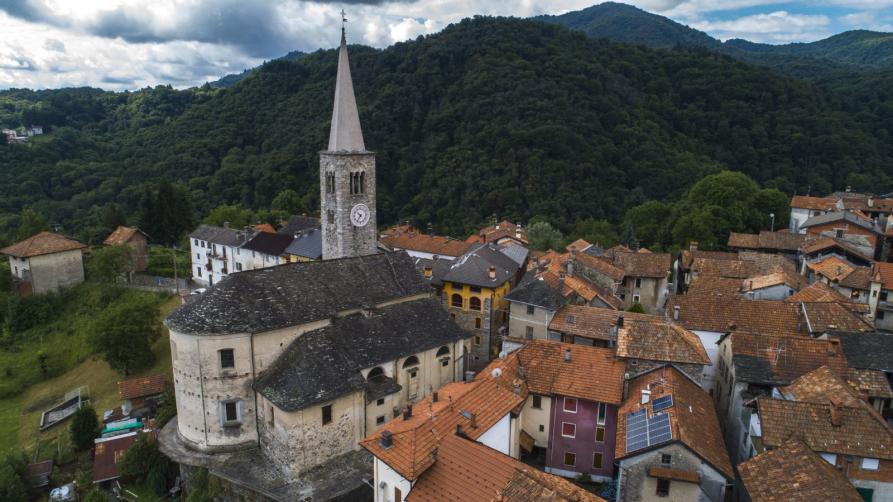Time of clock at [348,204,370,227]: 6:52
